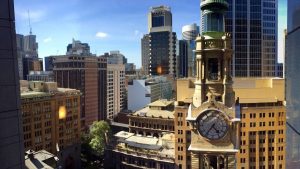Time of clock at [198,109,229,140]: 4:36
